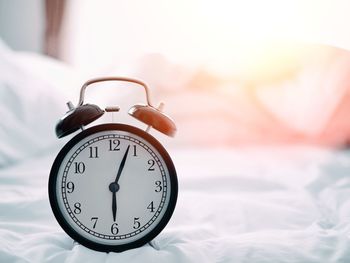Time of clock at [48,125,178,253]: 6:03
